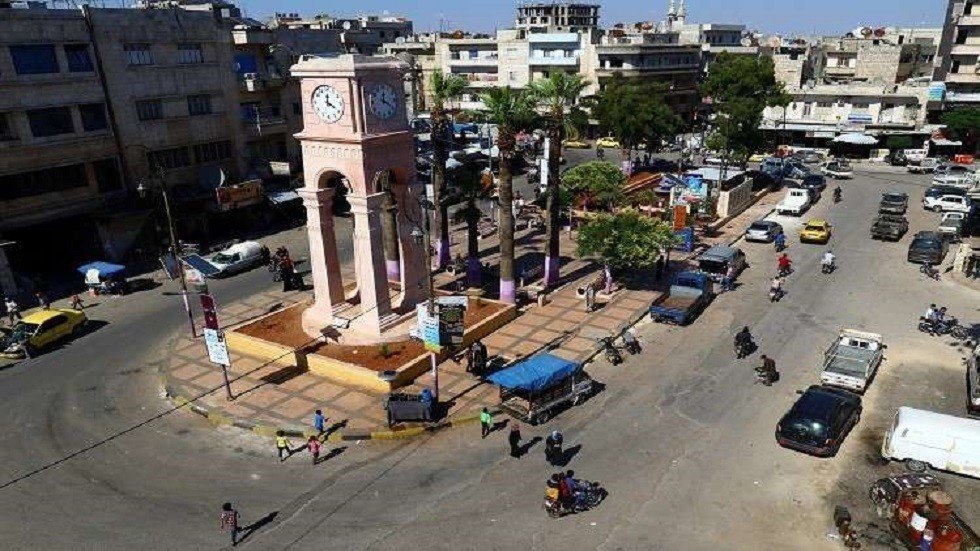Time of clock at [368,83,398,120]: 12:19
